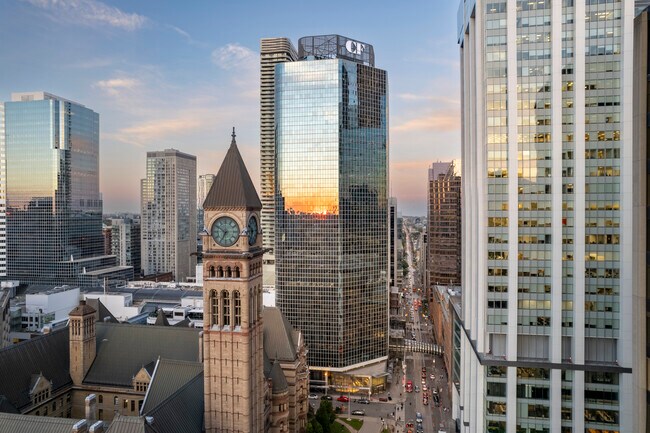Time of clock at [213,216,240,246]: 6:50
